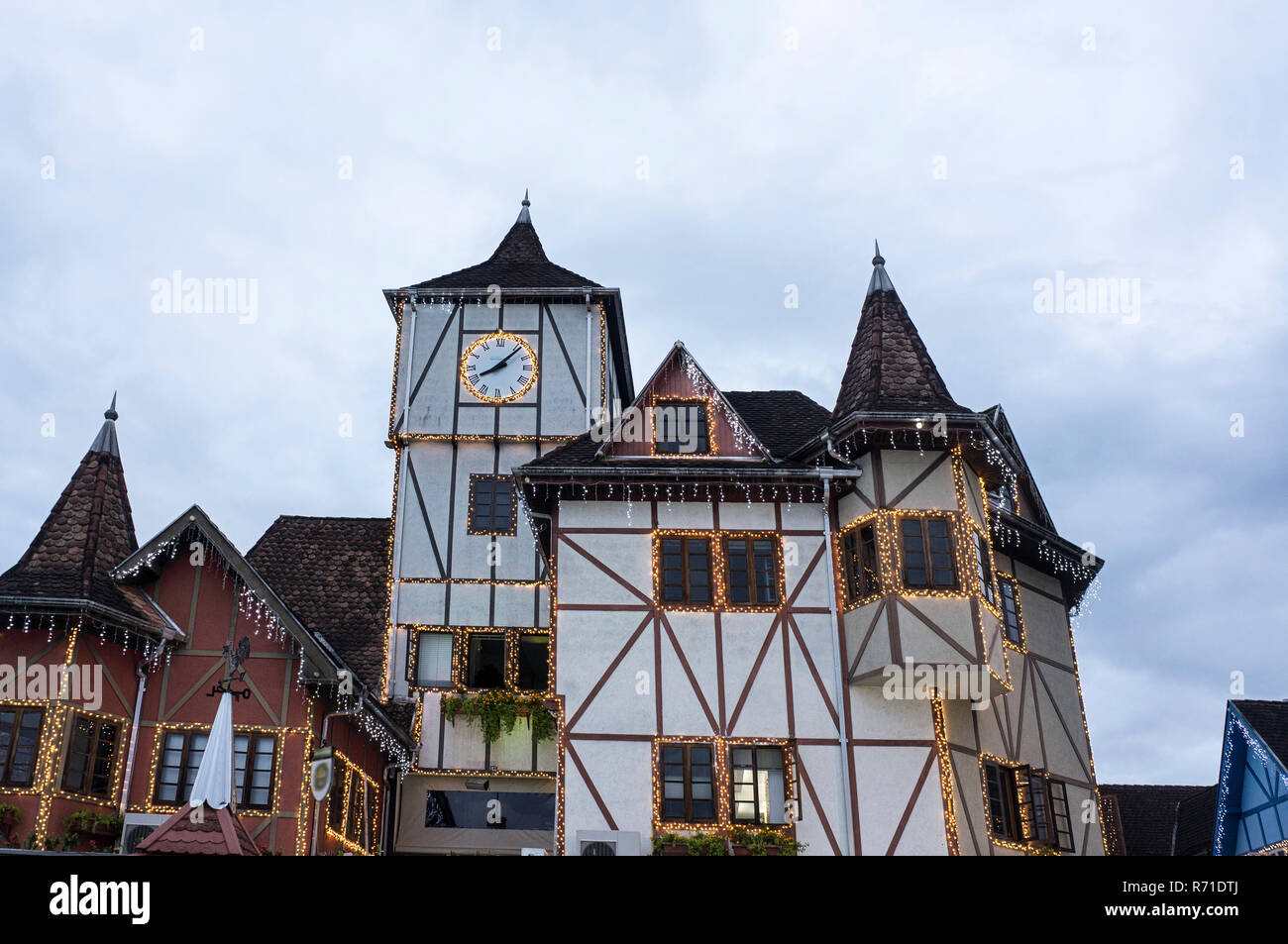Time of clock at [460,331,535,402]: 8:07
